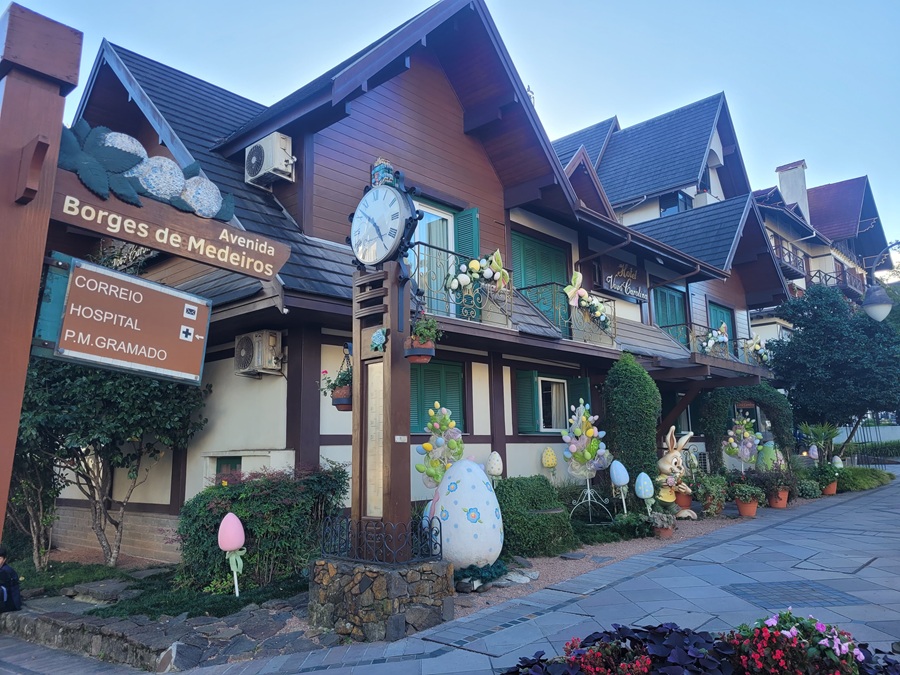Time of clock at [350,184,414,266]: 4:52
